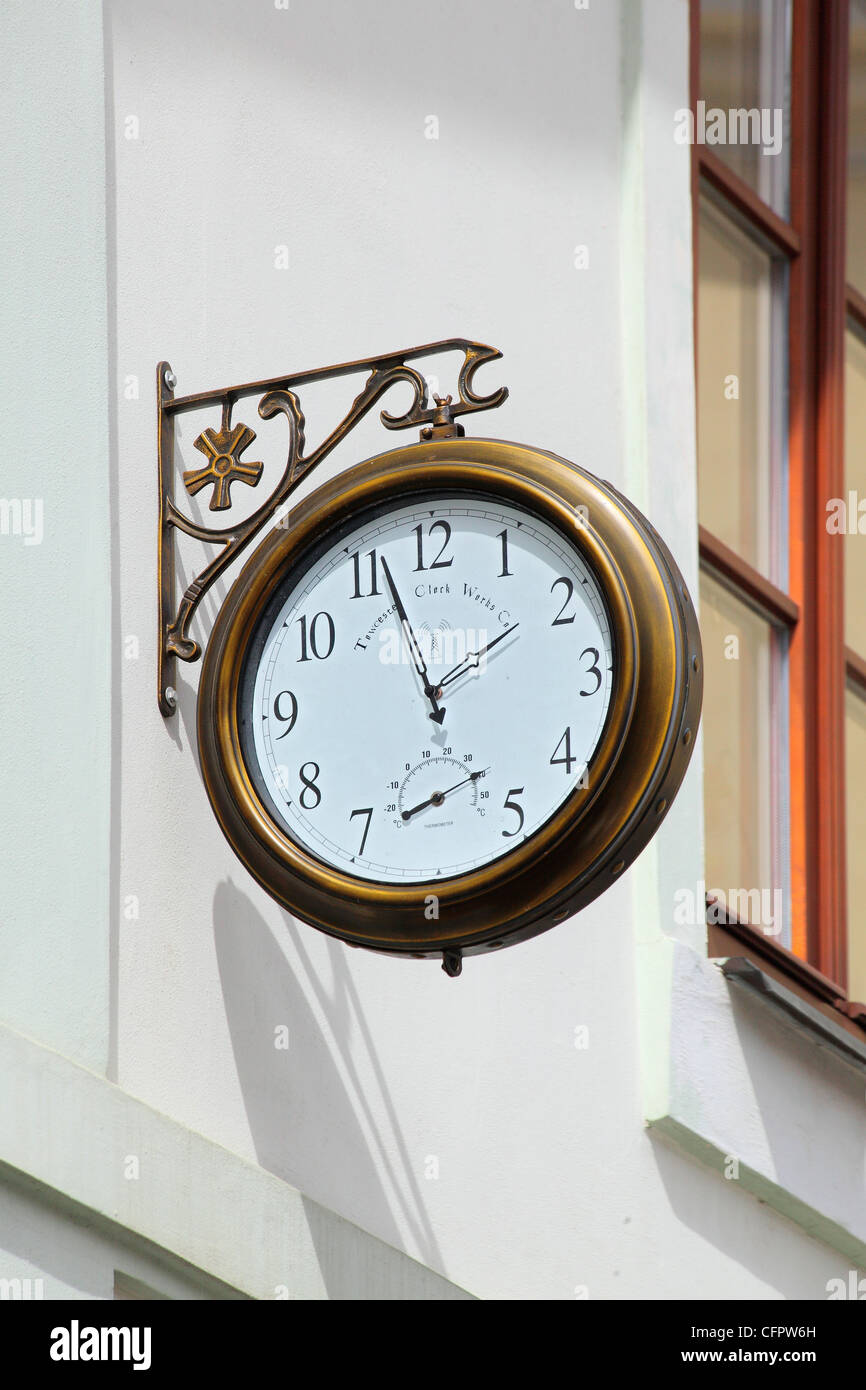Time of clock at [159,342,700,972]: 1:56
